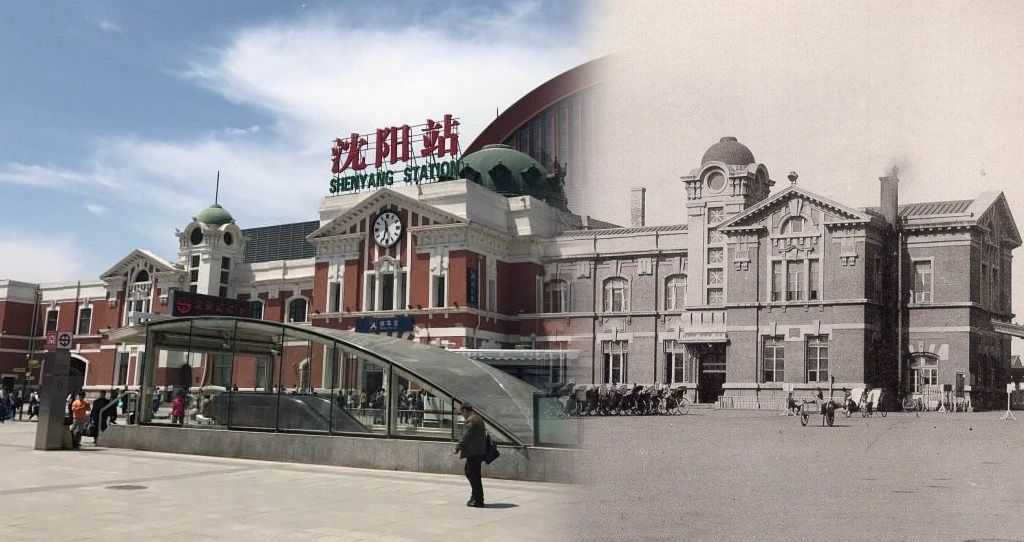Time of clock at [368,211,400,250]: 11:33
